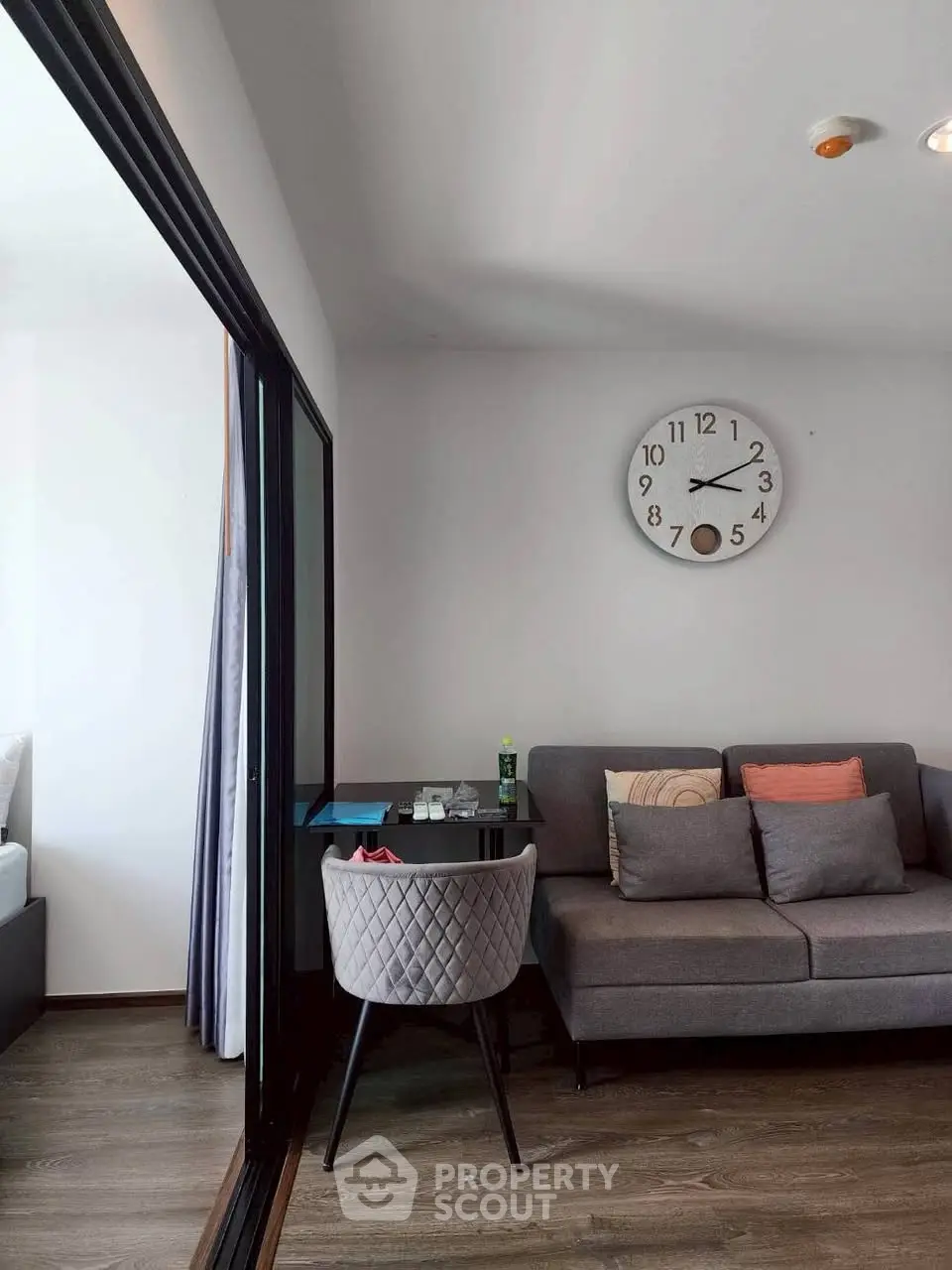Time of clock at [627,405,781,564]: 3:10
